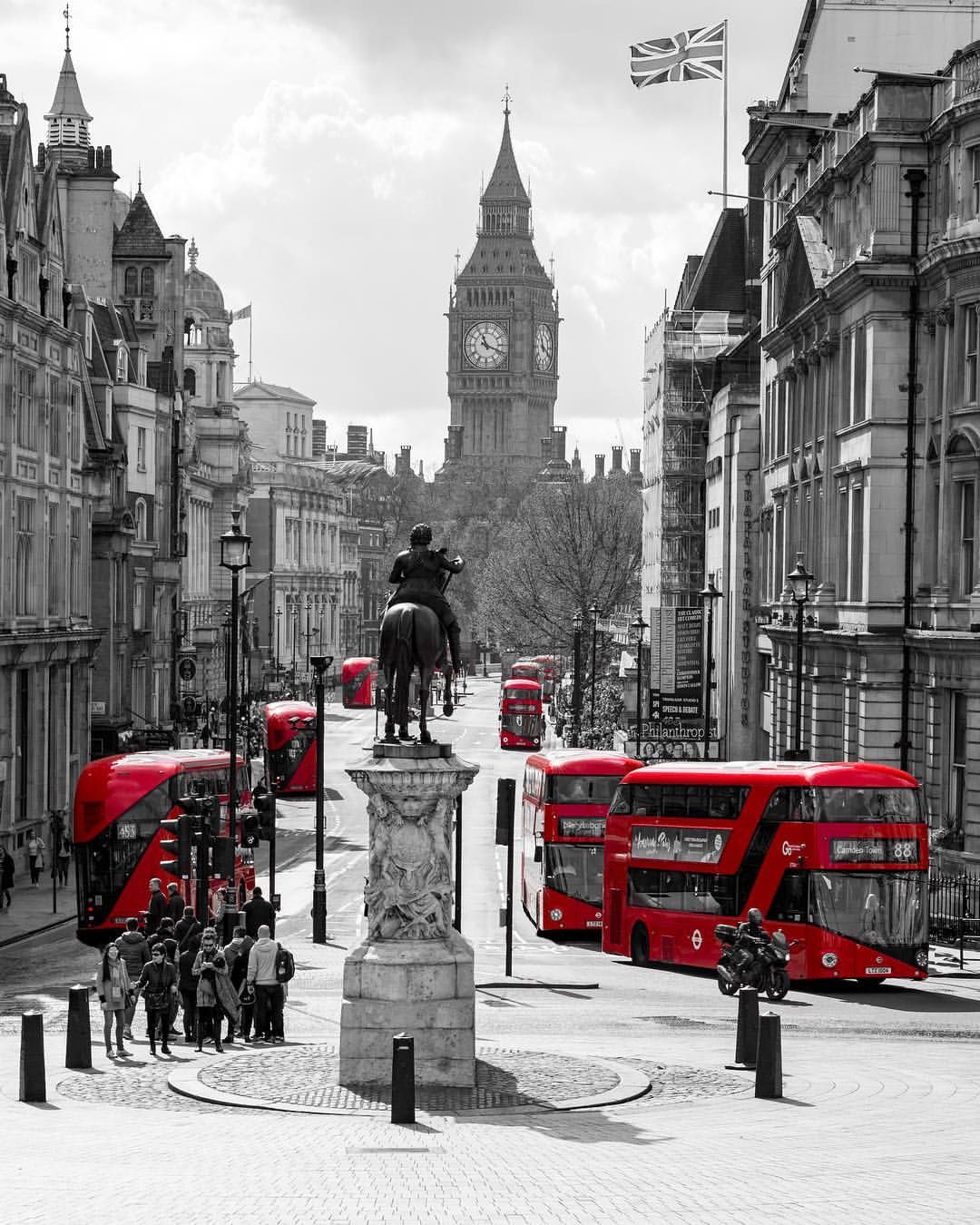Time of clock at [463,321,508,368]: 11:18
